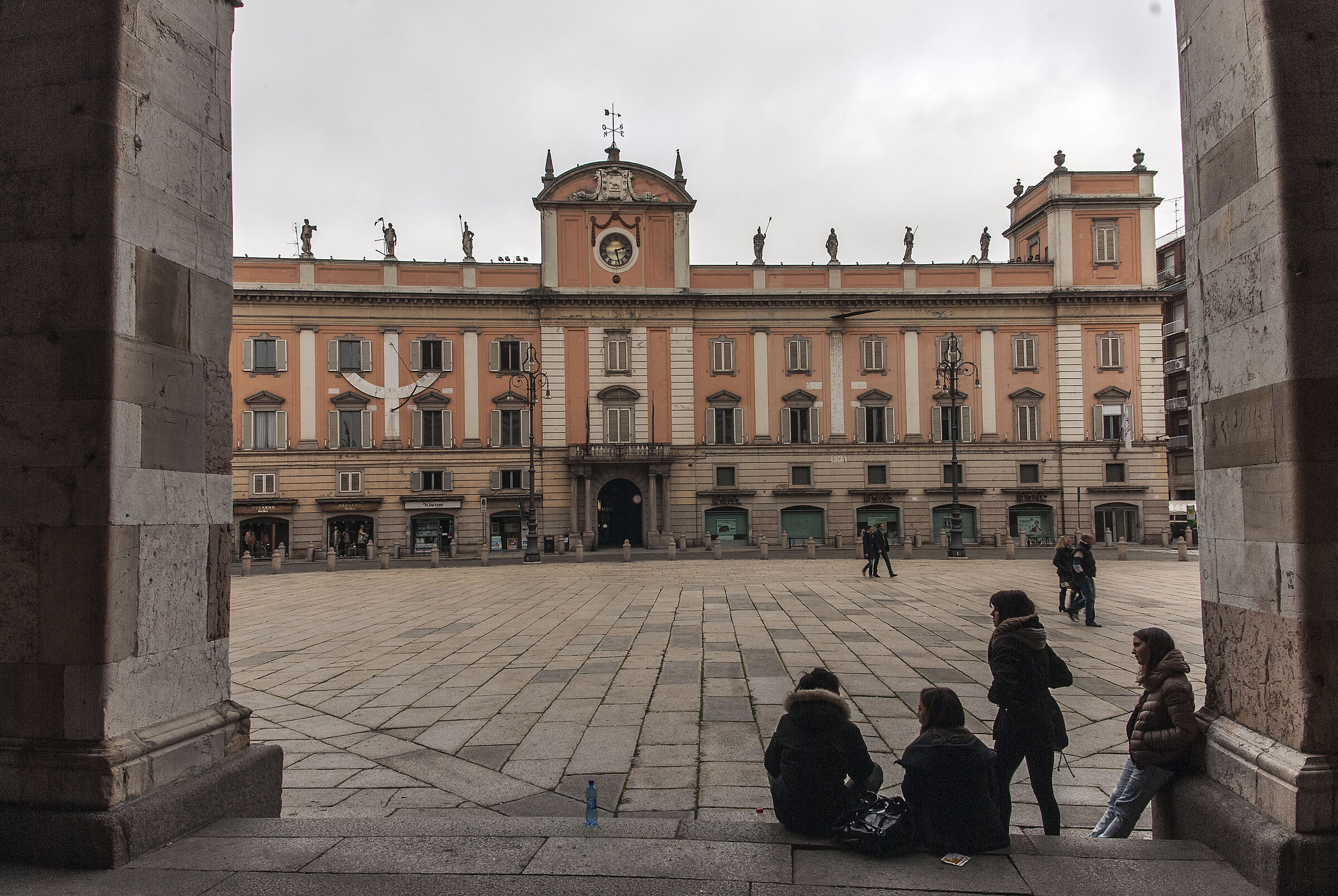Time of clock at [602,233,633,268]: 2:27
